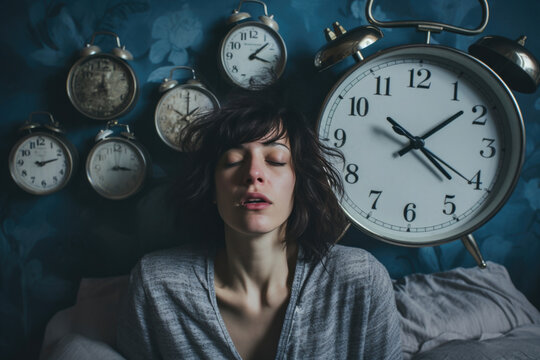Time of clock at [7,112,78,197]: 9:12
